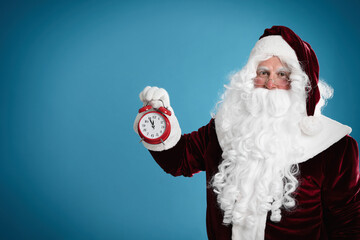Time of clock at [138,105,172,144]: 11:54
